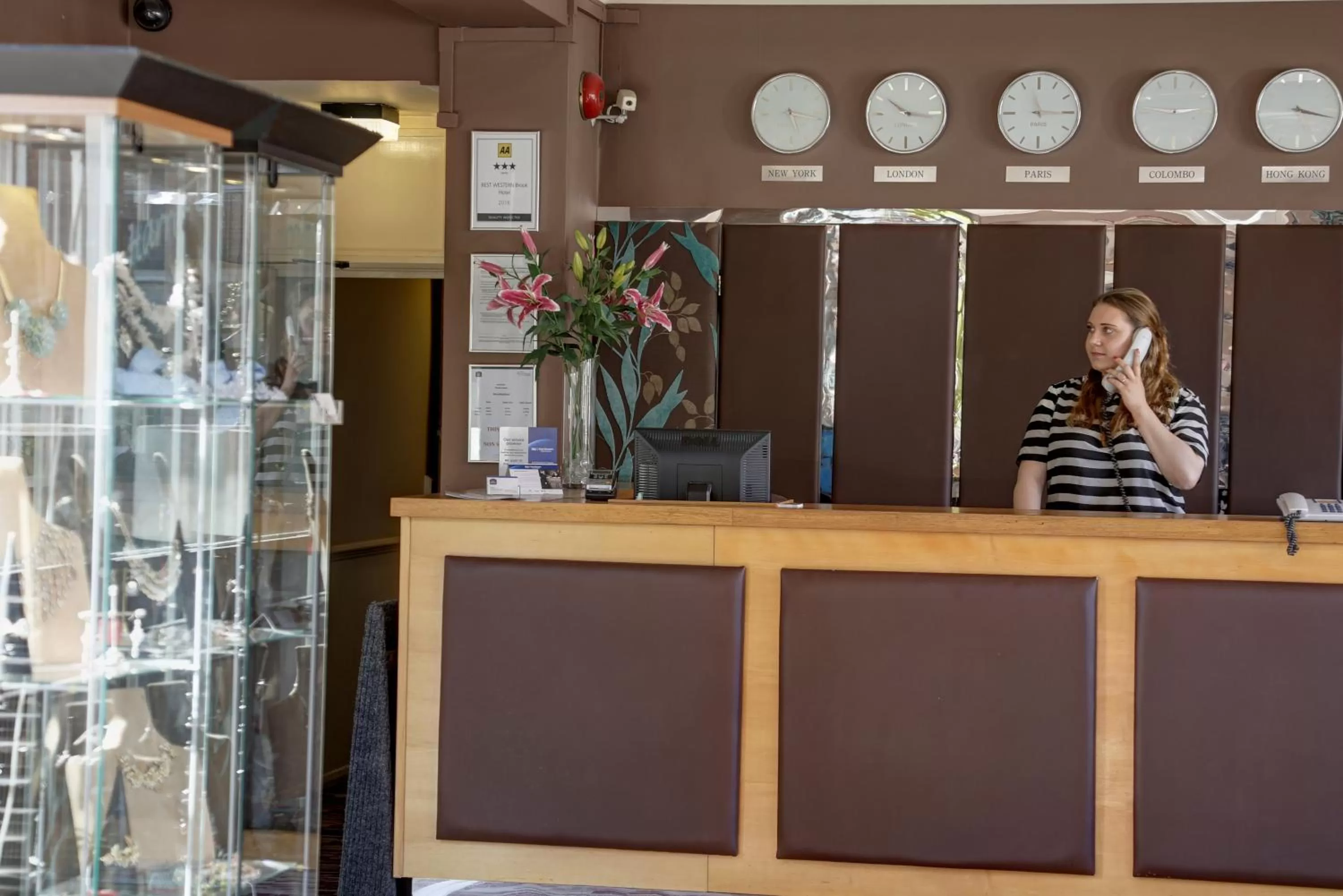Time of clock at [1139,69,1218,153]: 2:46
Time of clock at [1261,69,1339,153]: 3:16
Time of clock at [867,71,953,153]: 10:16
